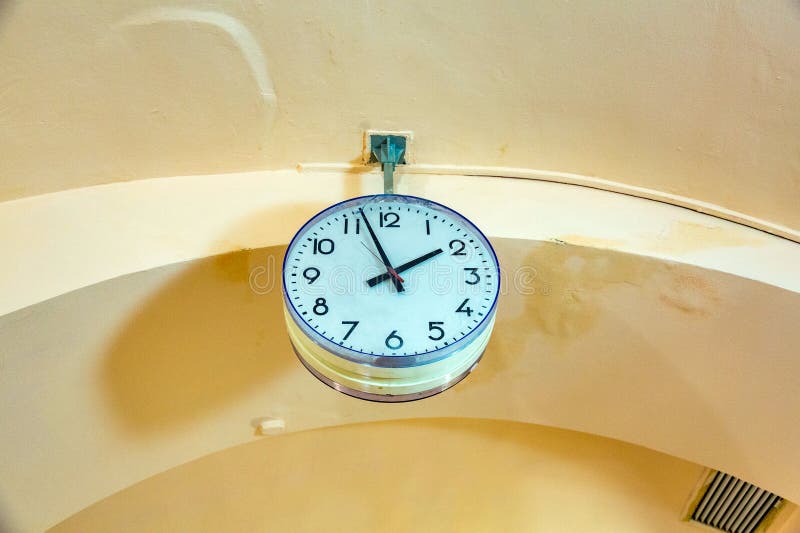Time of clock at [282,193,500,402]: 1:56
